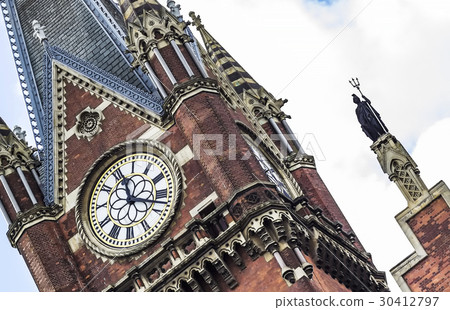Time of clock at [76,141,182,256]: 11:17
